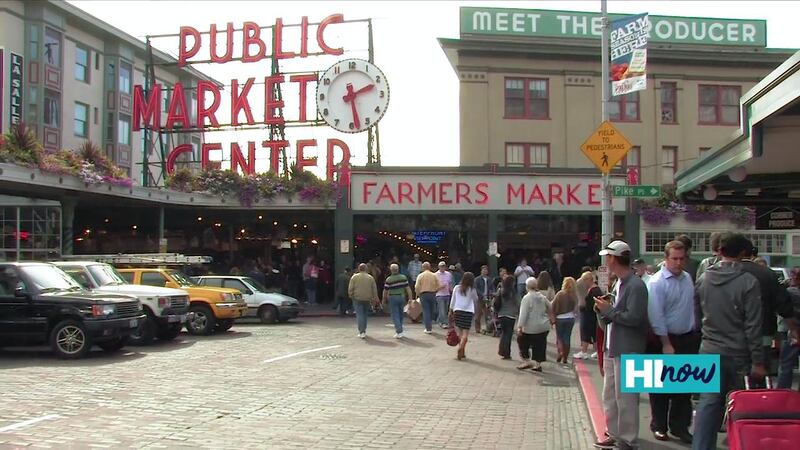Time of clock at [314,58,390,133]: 2:28
